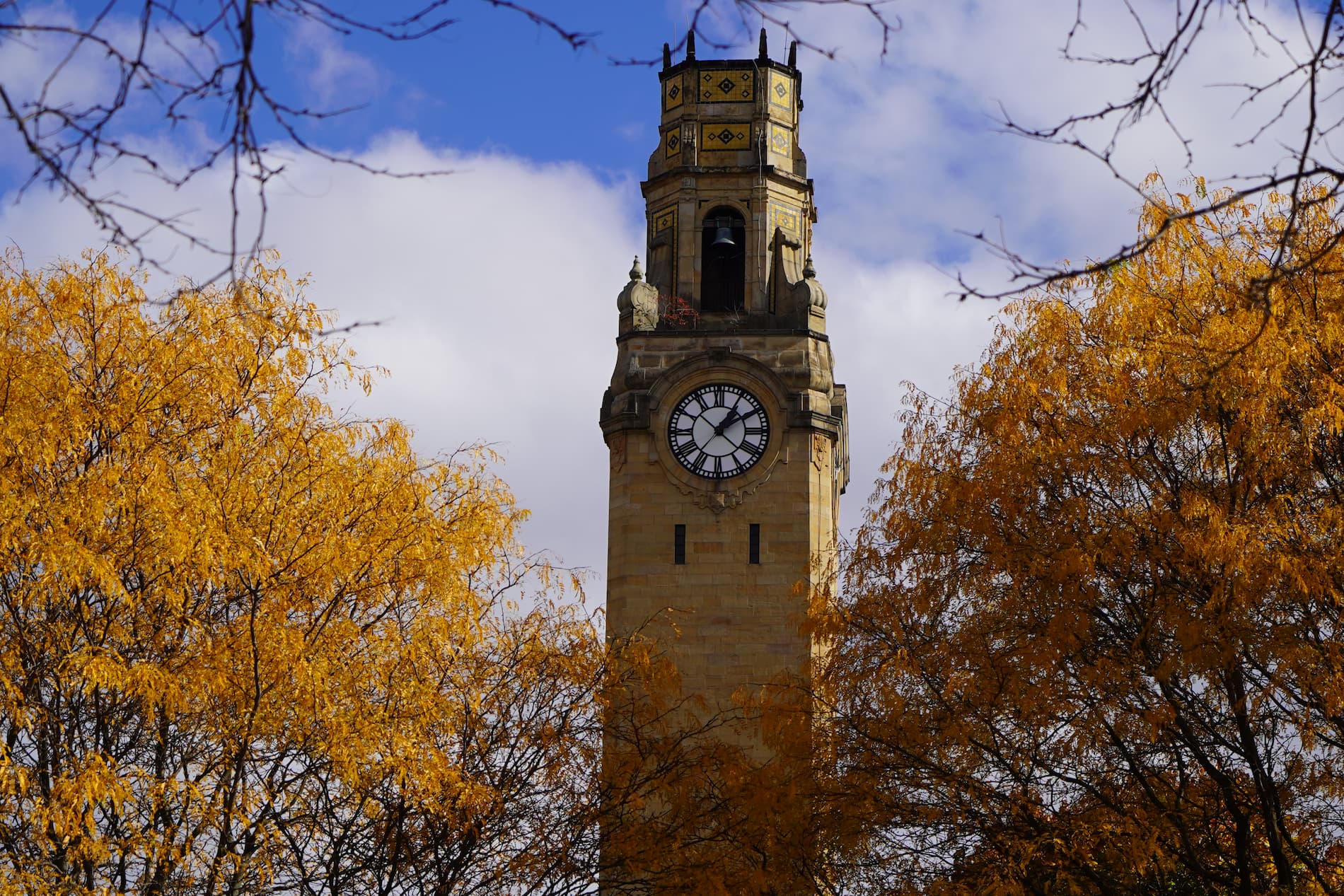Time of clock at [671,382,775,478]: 1:09
